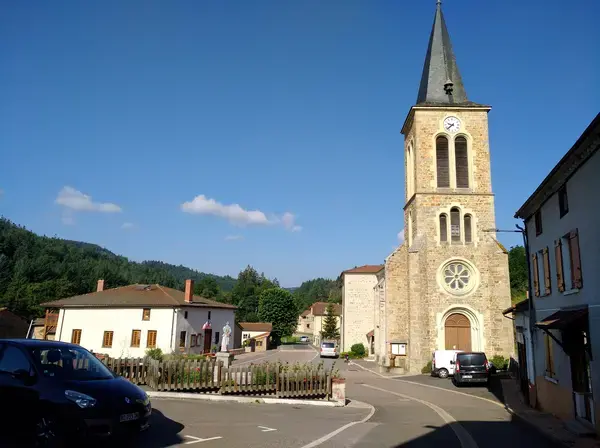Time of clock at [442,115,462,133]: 9:38
